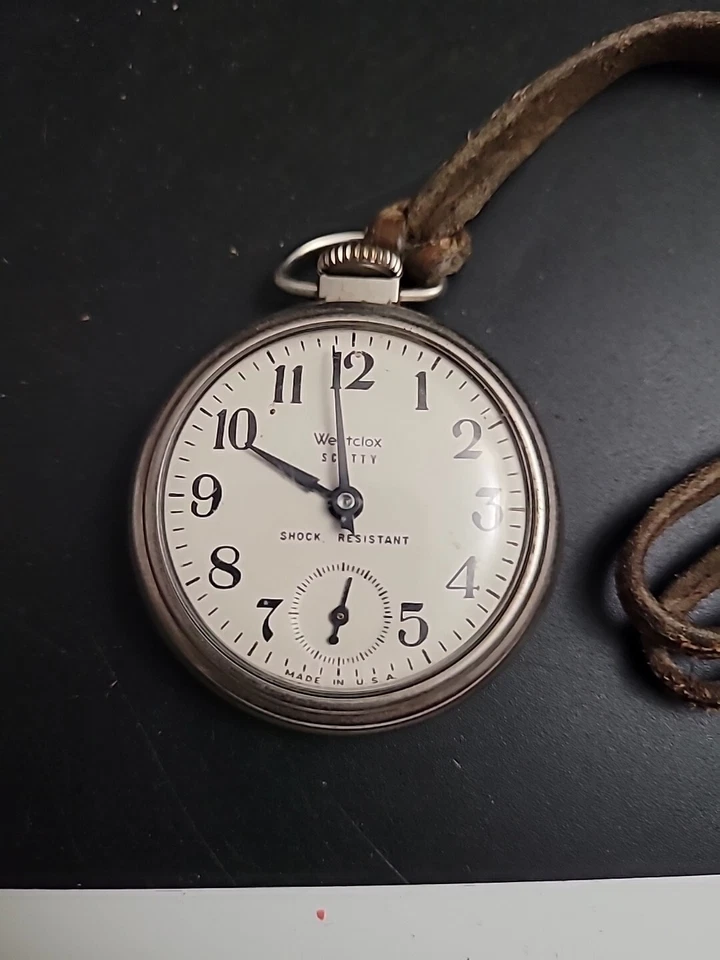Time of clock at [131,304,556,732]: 9:58
